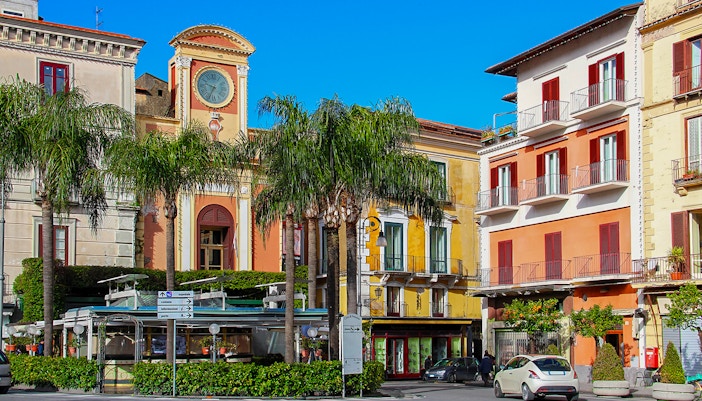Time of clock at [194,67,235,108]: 9:34
